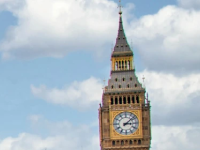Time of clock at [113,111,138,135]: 3:08
